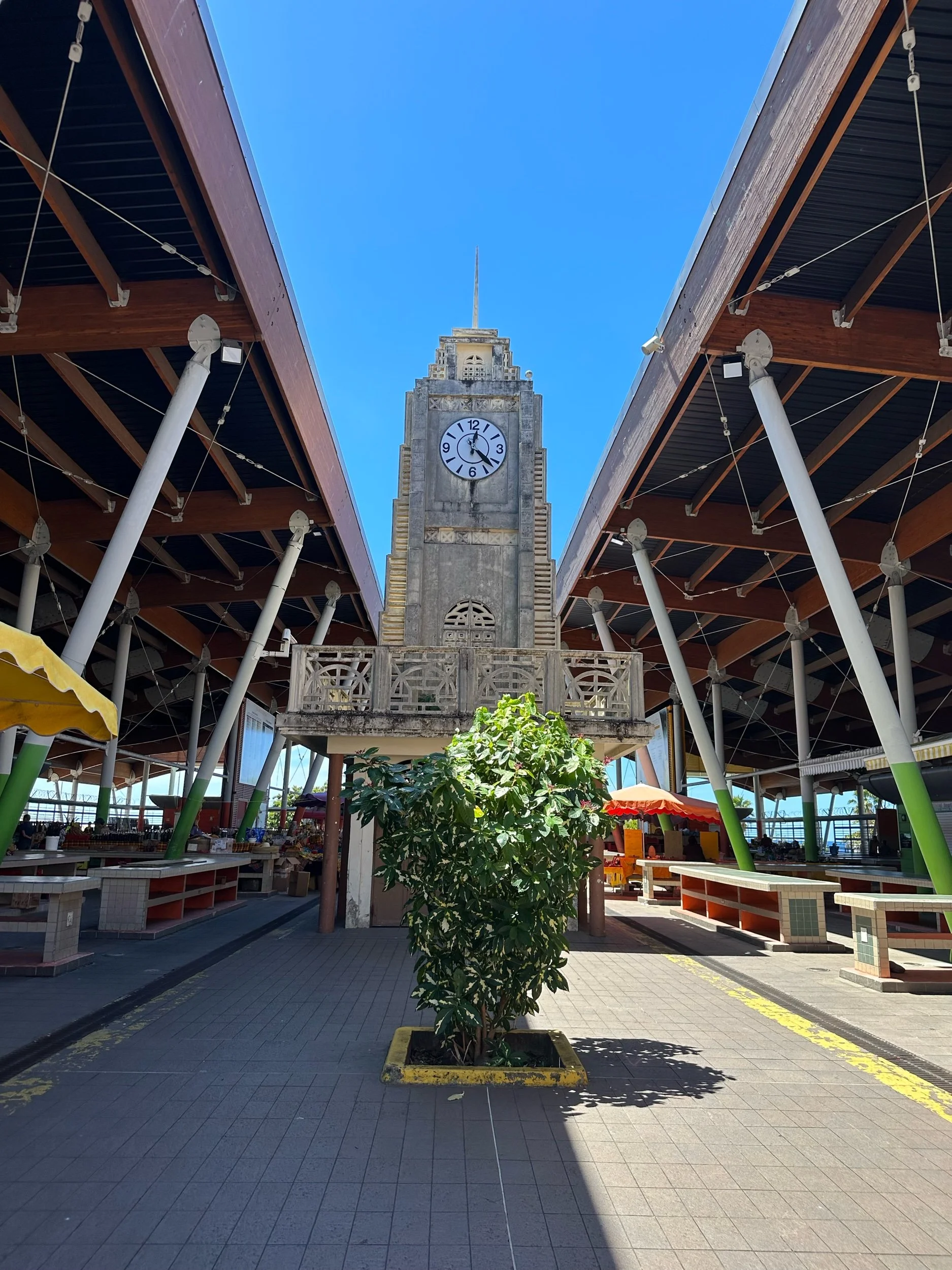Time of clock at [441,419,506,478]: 12:22
